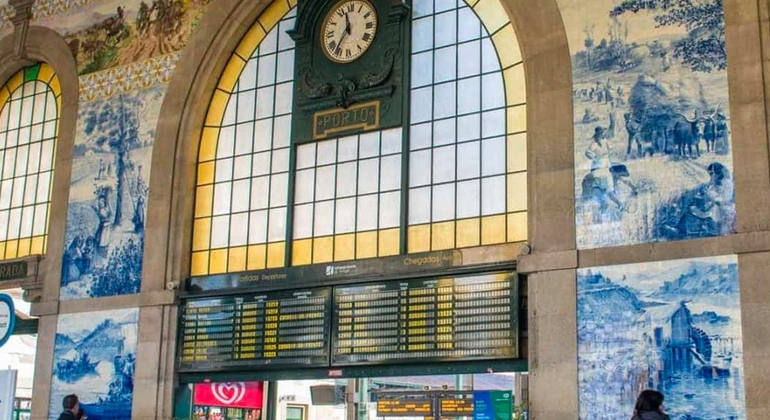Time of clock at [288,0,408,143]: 11:35
